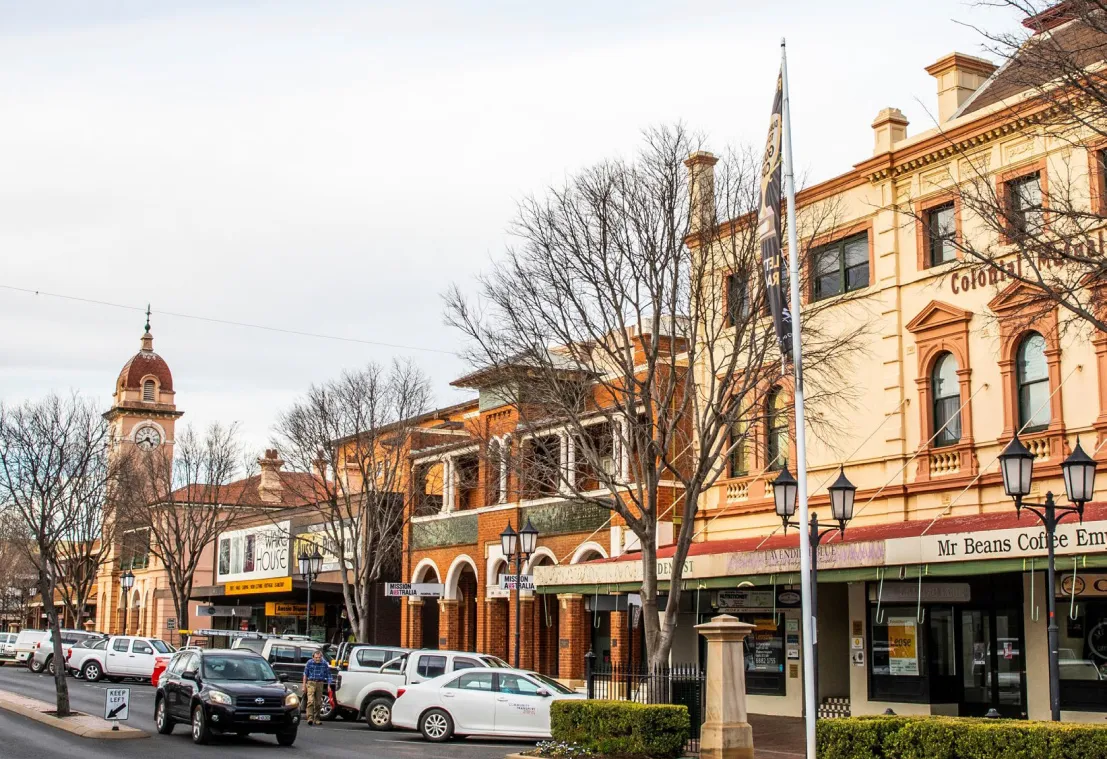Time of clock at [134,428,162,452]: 4:40
